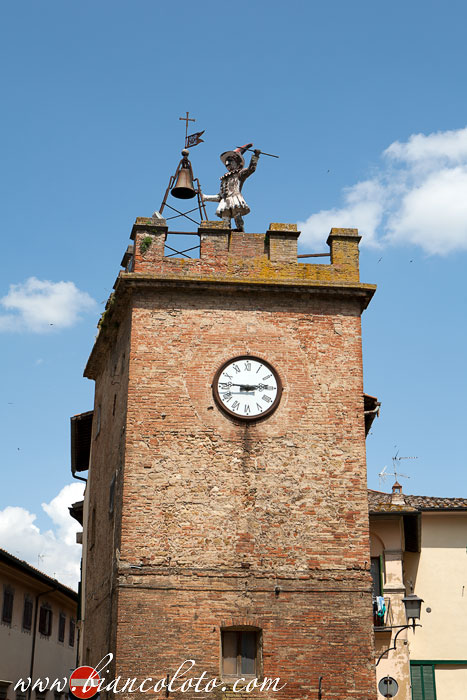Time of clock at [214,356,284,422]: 2:46
